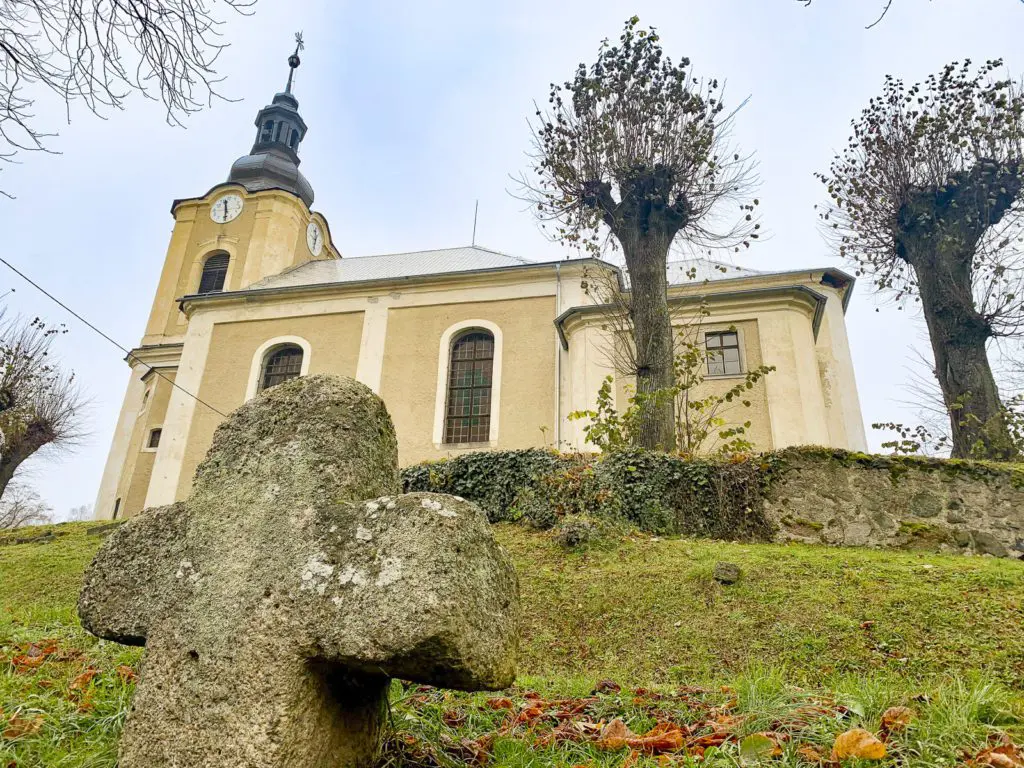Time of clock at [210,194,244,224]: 11:28
